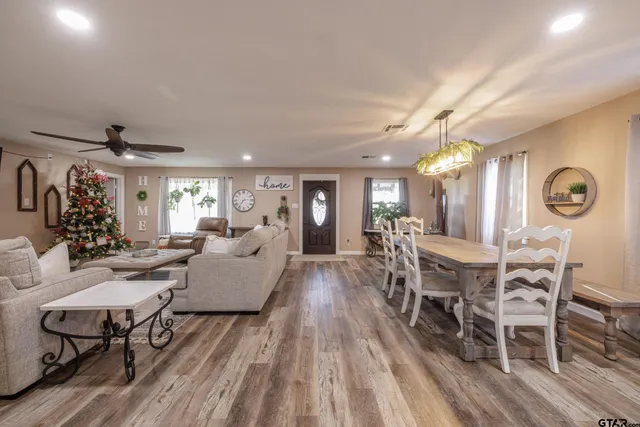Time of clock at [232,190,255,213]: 7:12
